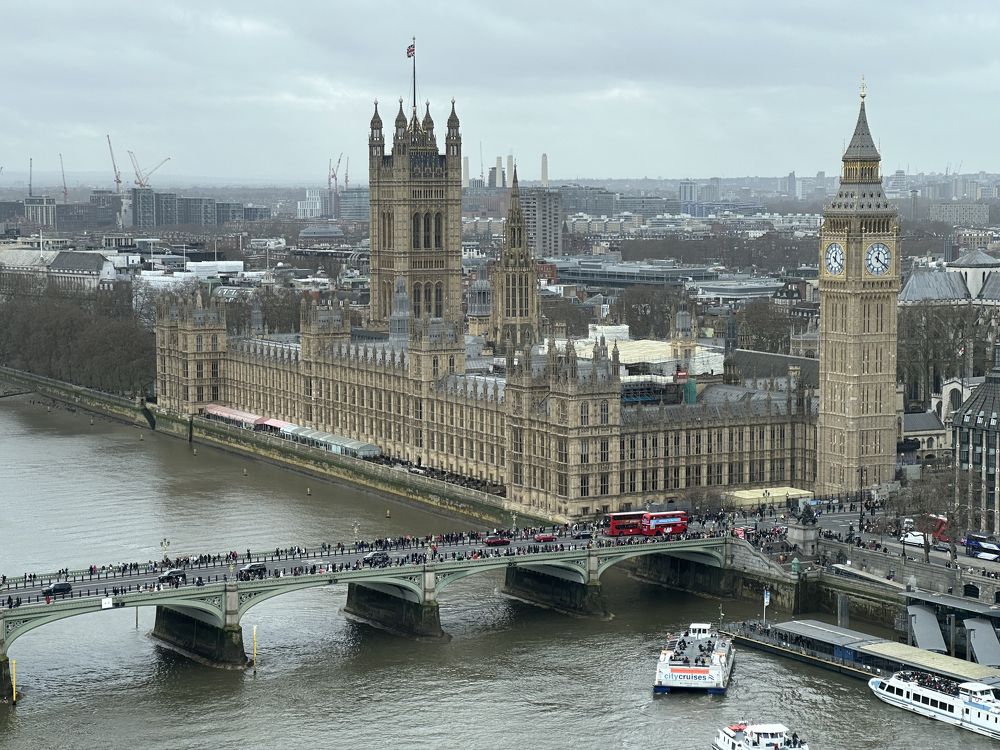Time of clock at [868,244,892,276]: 12:21
